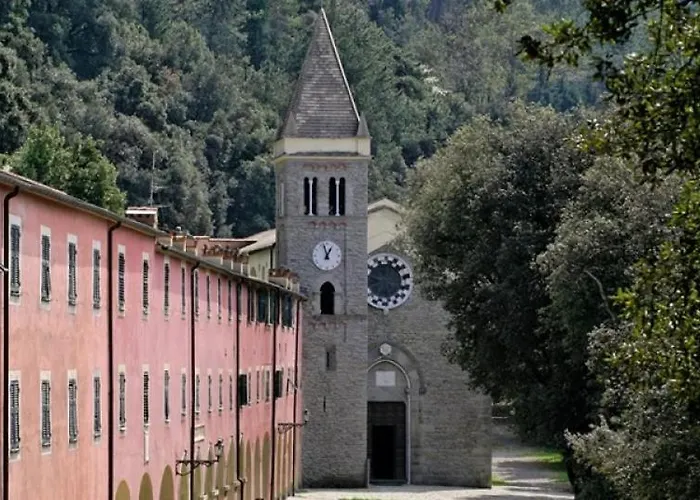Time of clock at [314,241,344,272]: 12:57
